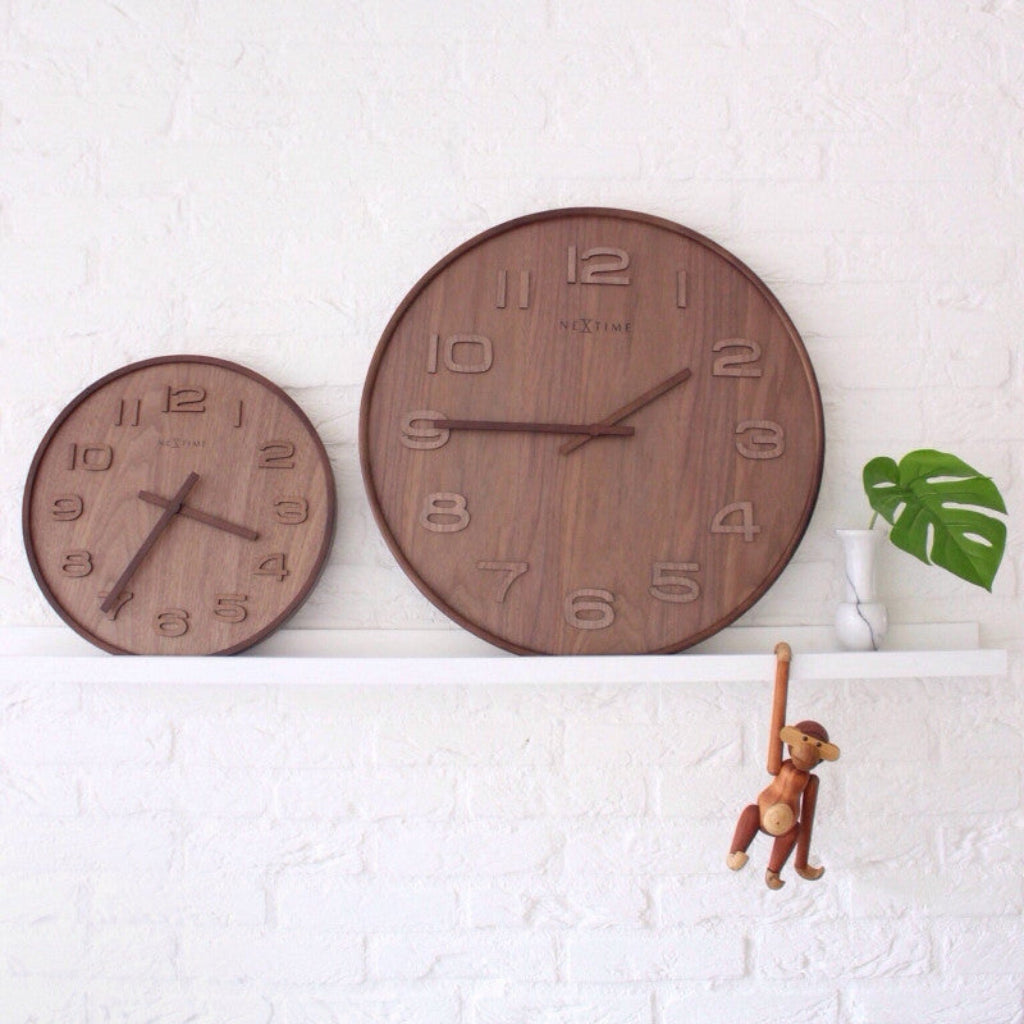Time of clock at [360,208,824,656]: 1:45
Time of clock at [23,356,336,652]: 3:35
